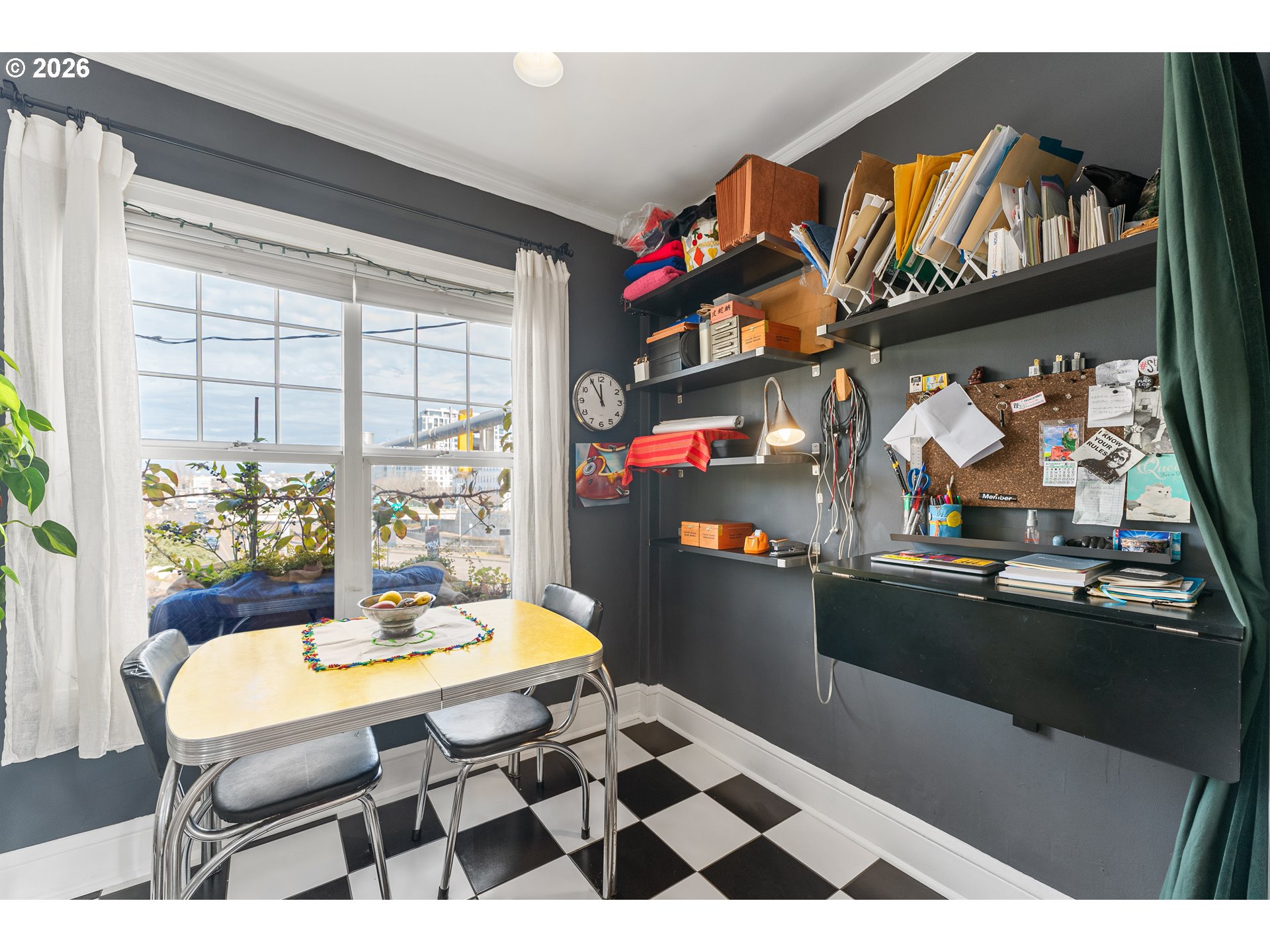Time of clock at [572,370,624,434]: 11:54
